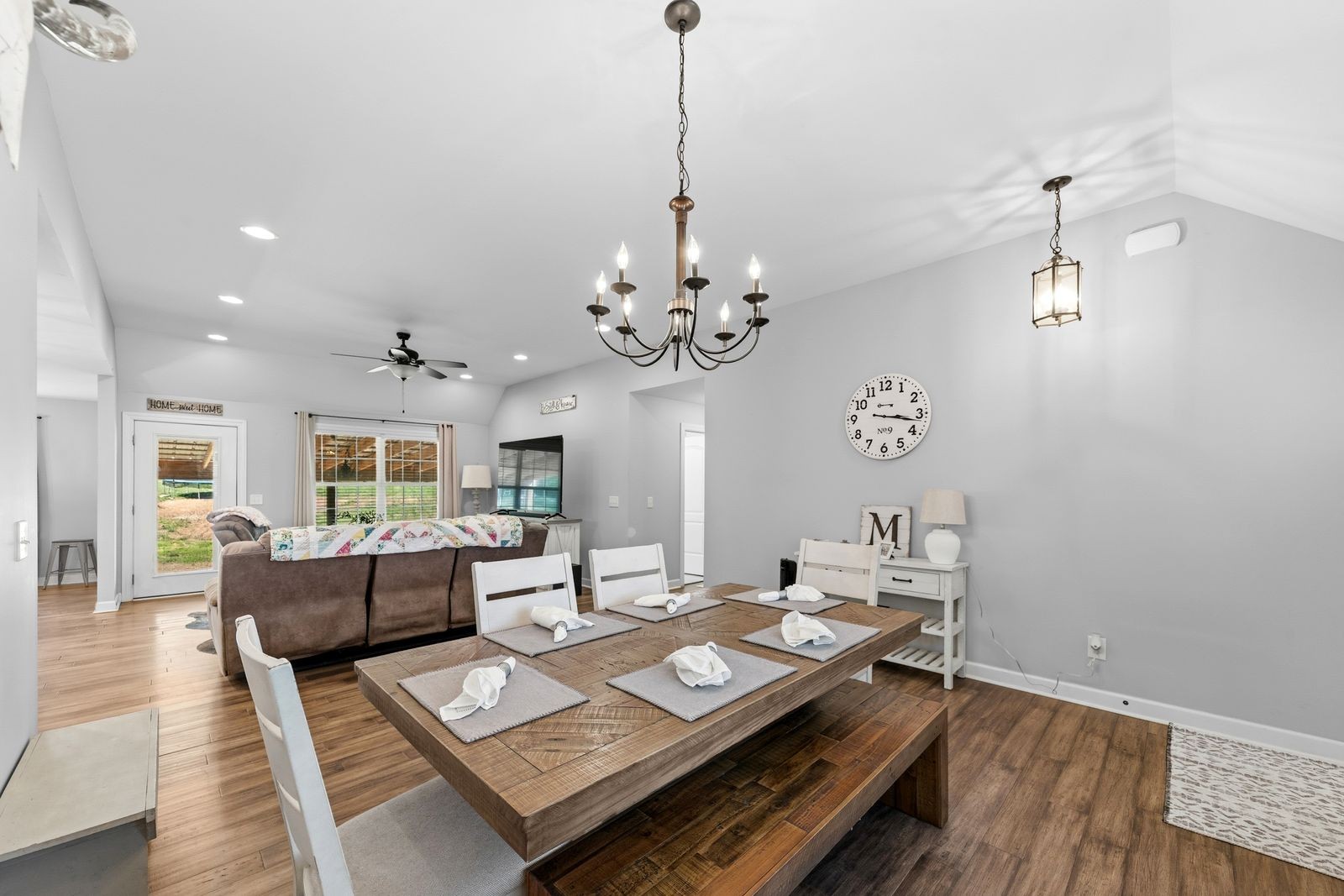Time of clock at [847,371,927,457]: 3:17
